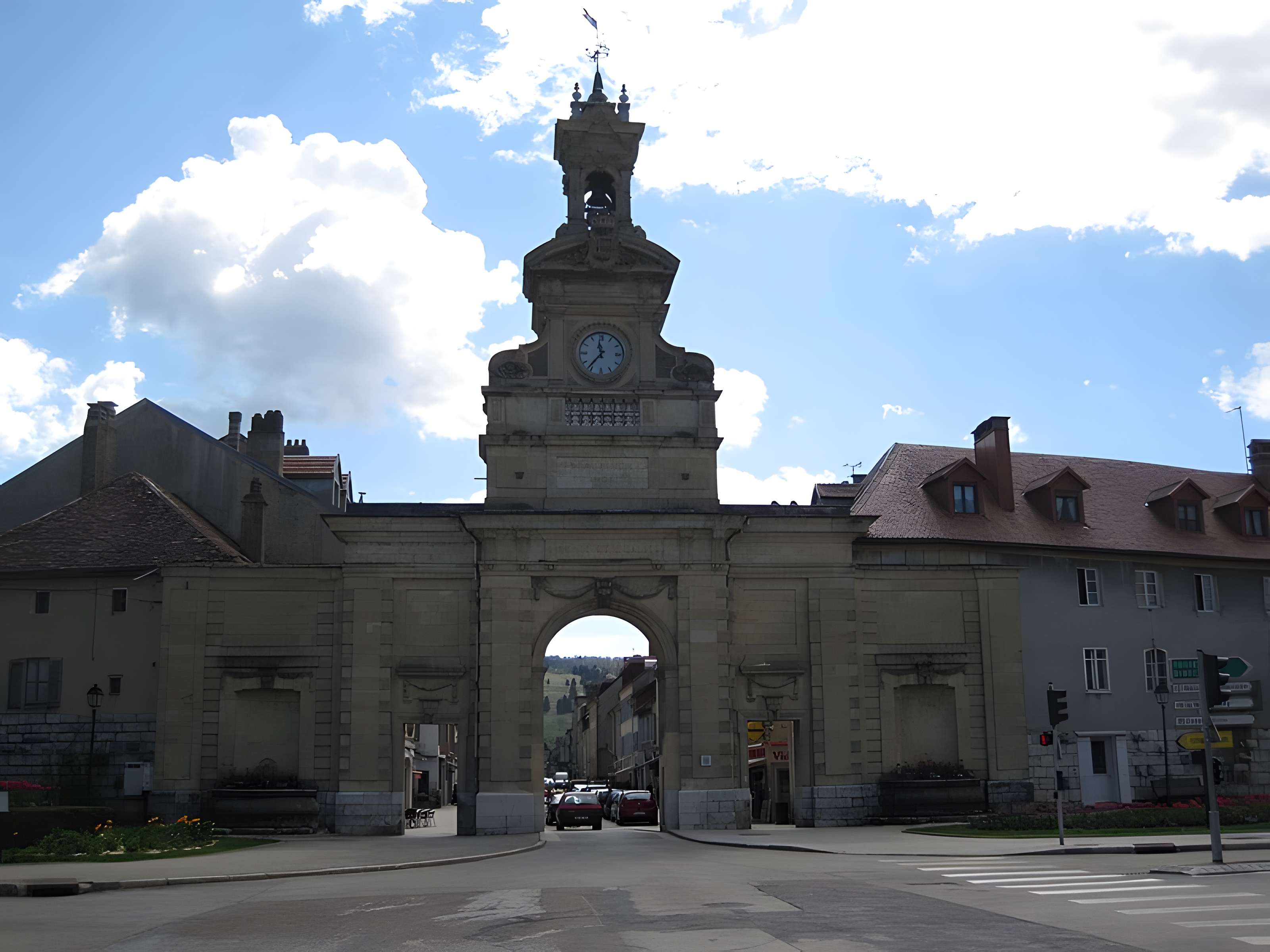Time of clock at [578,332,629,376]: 11:36
